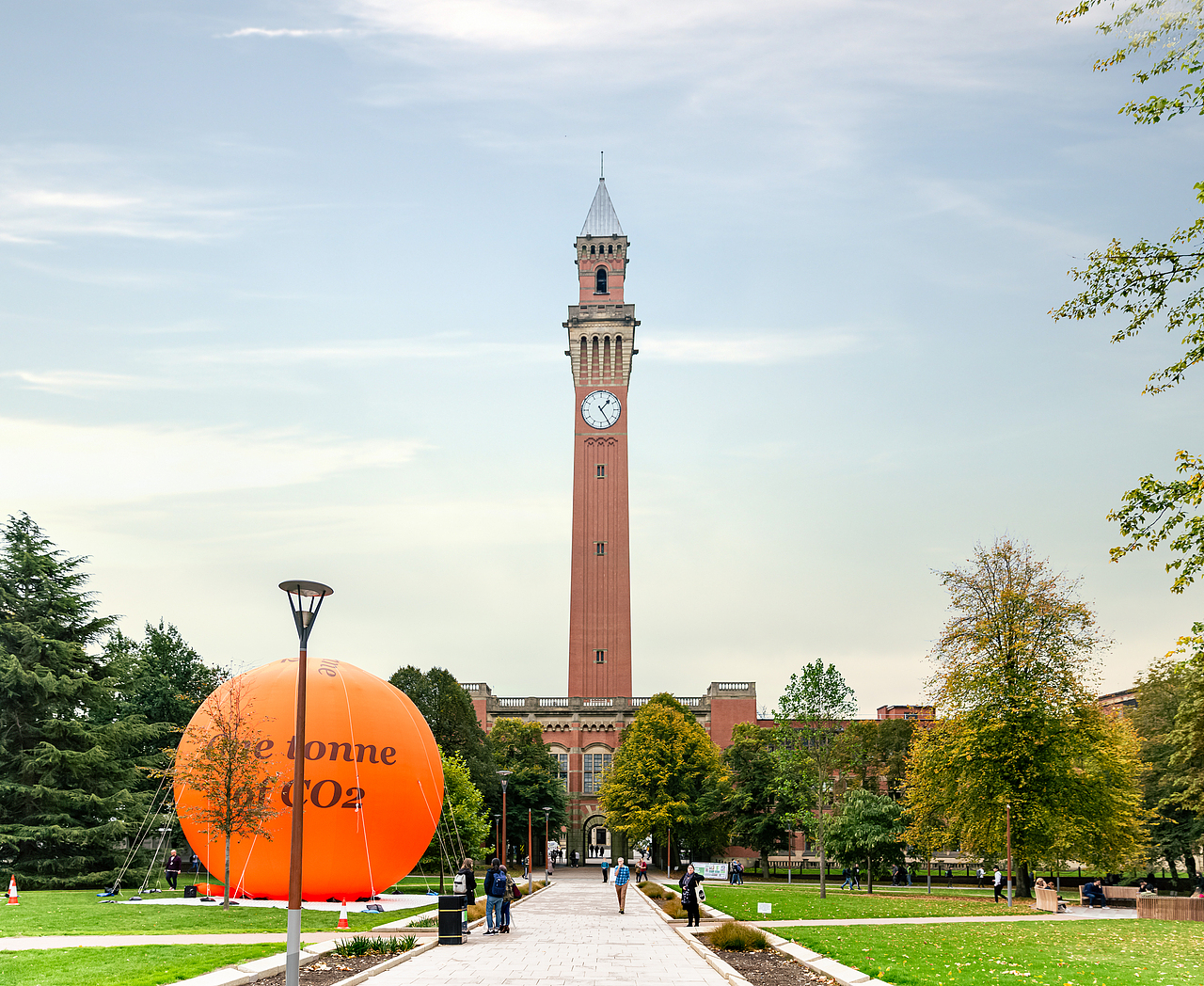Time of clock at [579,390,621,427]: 1:24
